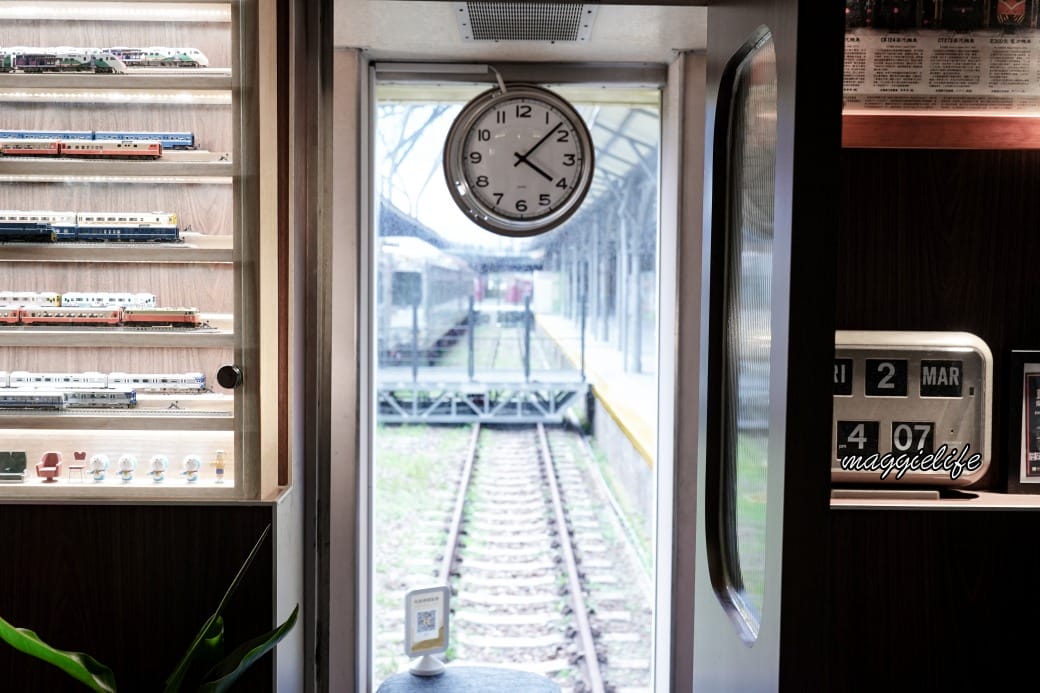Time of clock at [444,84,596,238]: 4:07
